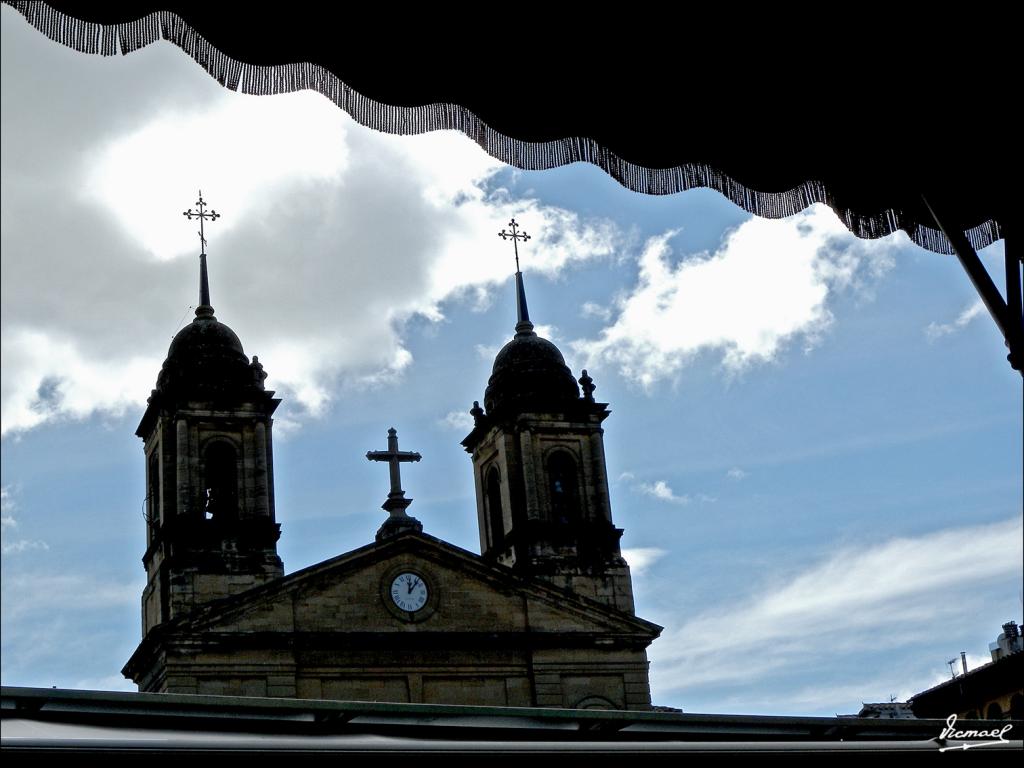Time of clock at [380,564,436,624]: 12:06
